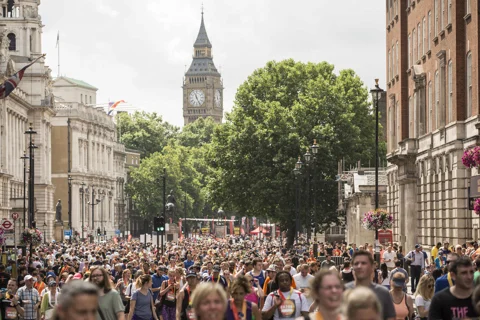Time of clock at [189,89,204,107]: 11:25
